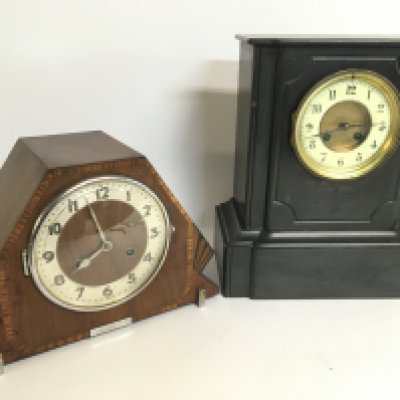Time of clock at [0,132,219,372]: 7:57
